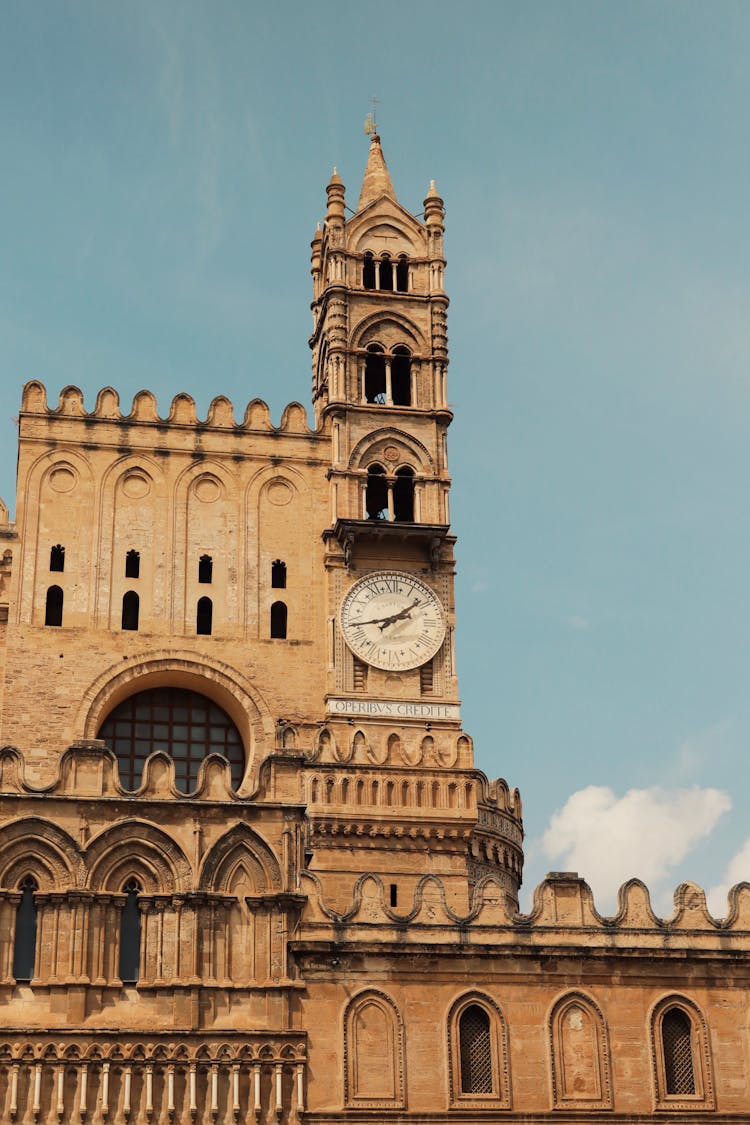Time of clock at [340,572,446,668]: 1:43
